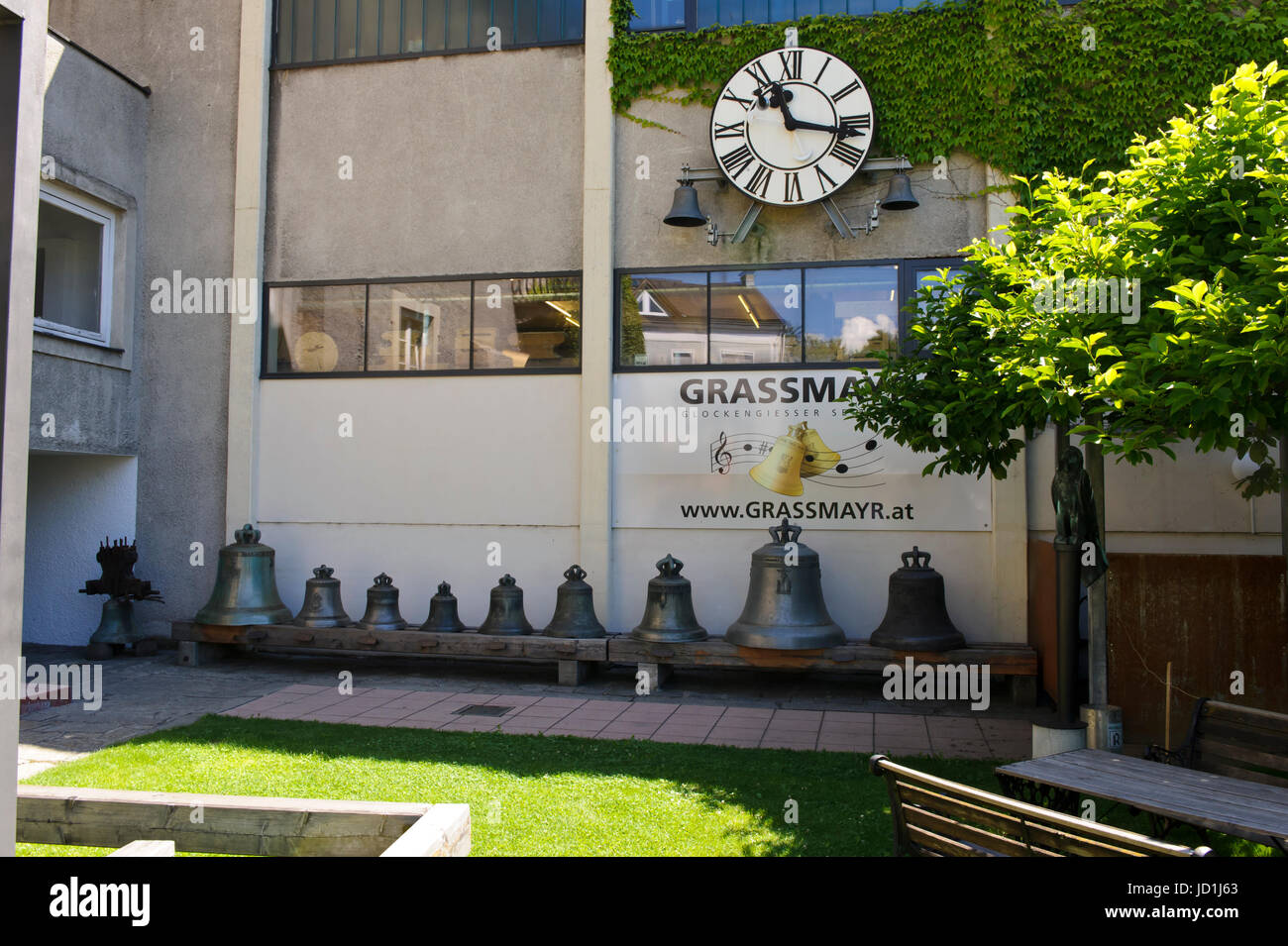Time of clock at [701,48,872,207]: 11:16
